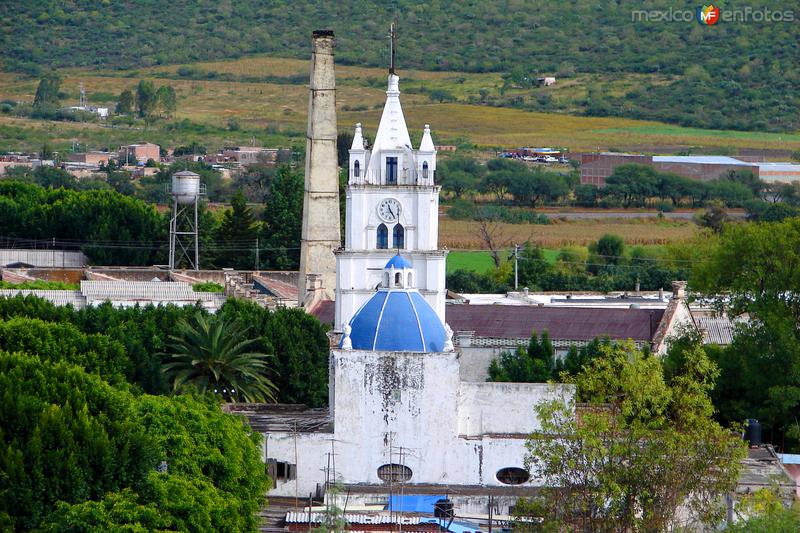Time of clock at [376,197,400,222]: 11:24
